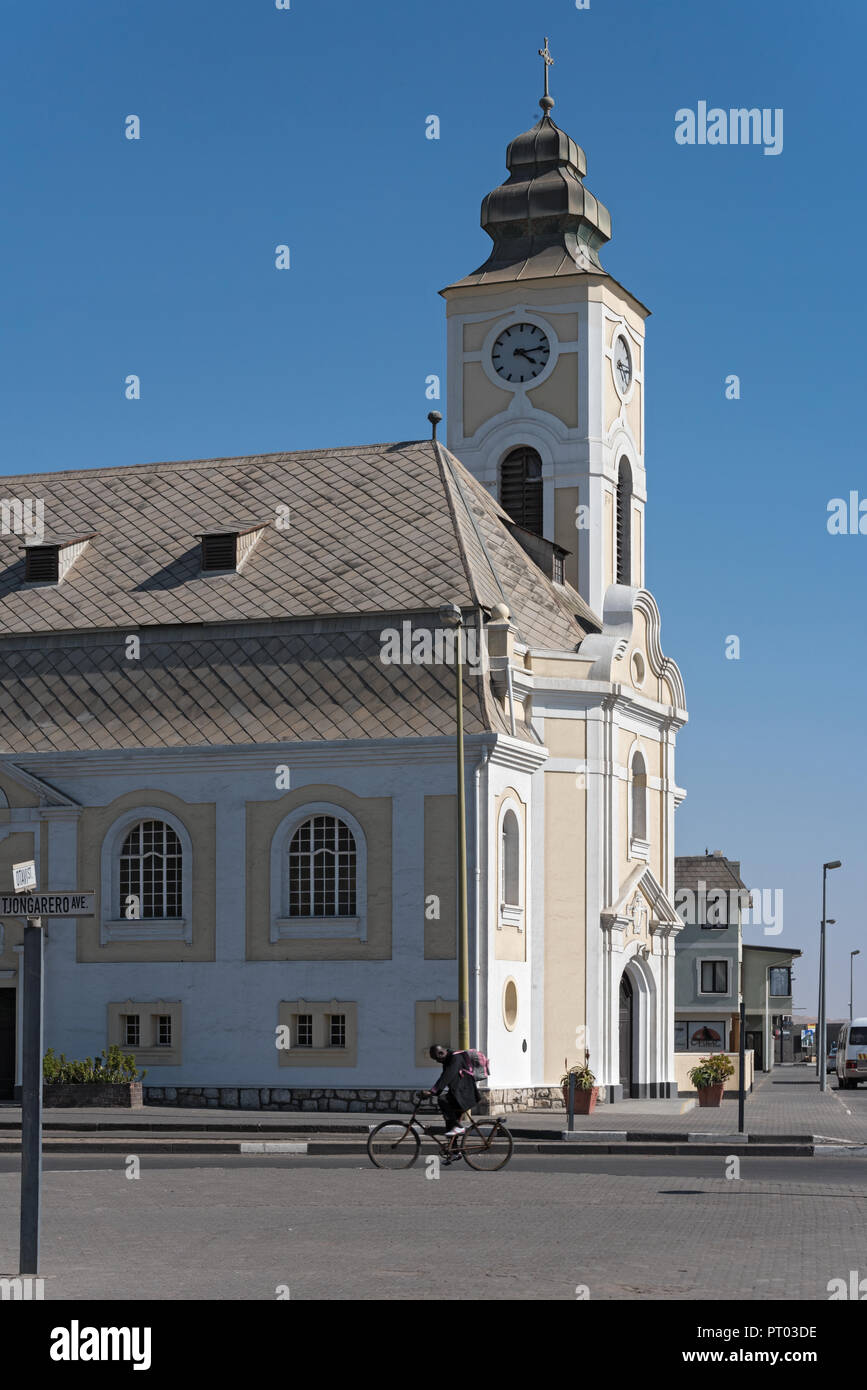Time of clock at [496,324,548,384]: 4:13
